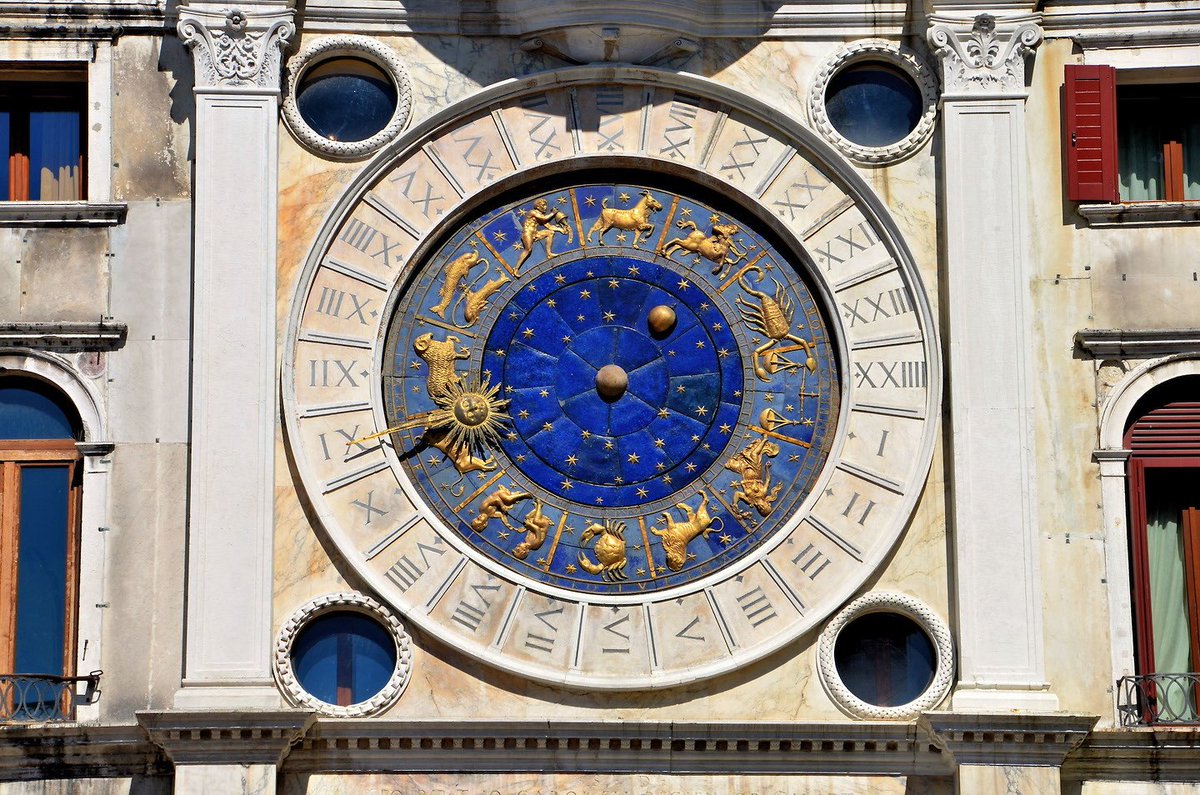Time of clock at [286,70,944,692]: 1:18
